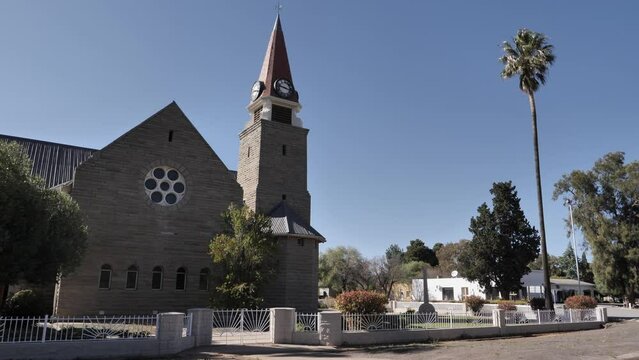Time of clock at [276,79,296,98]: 3:47
